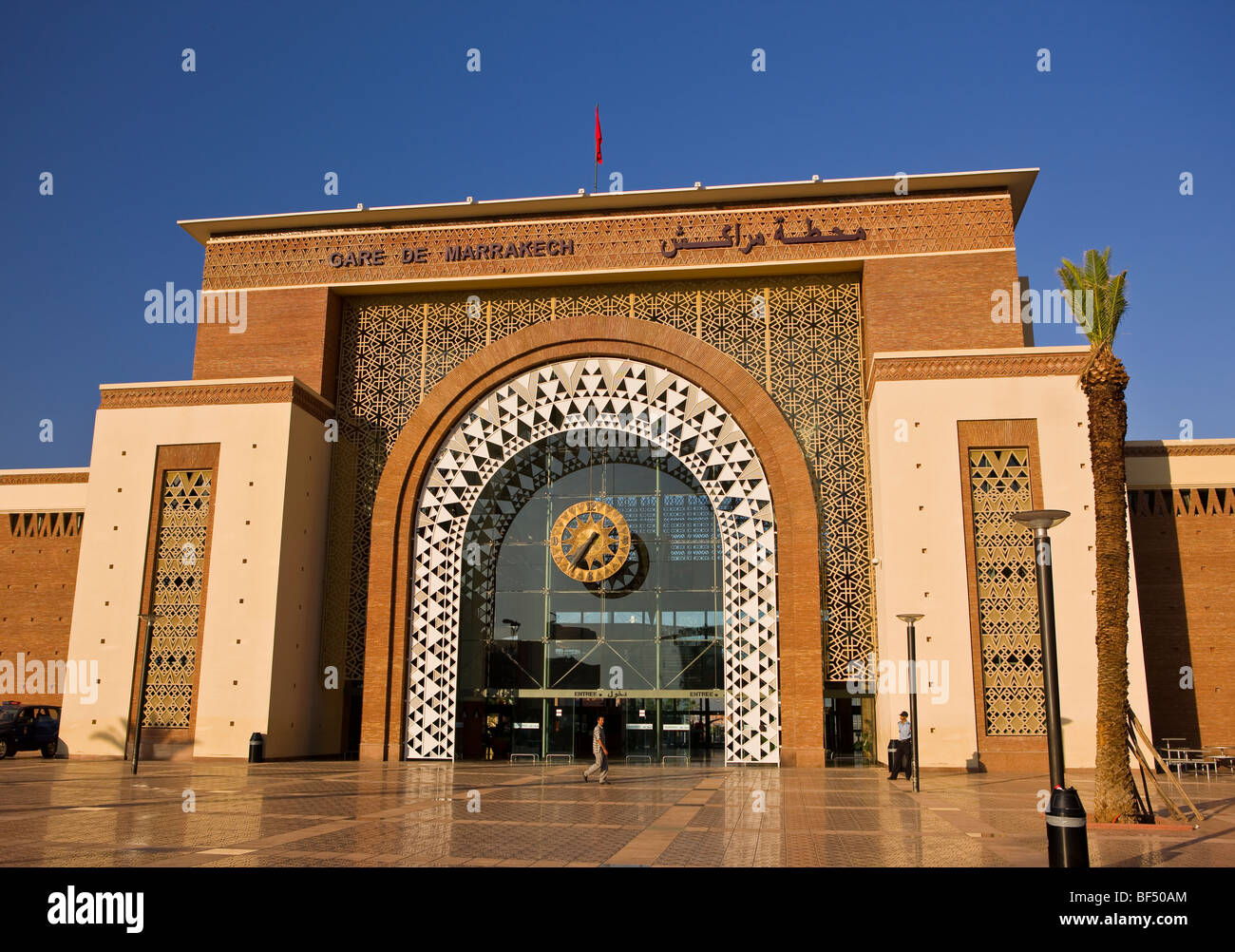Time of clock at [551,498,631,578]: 1:34
